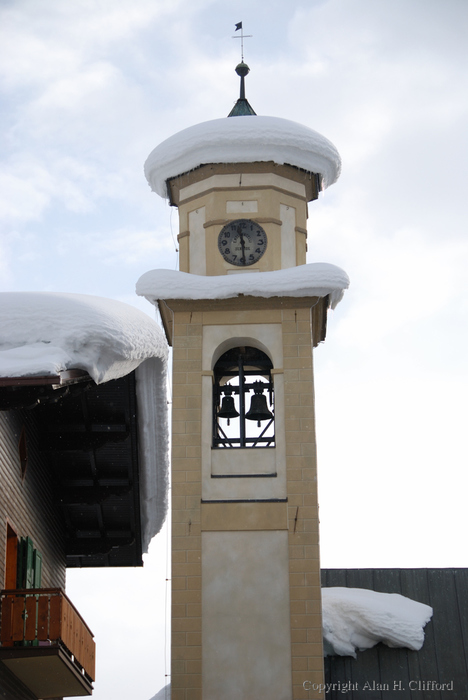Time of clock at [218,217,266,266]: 11:29
